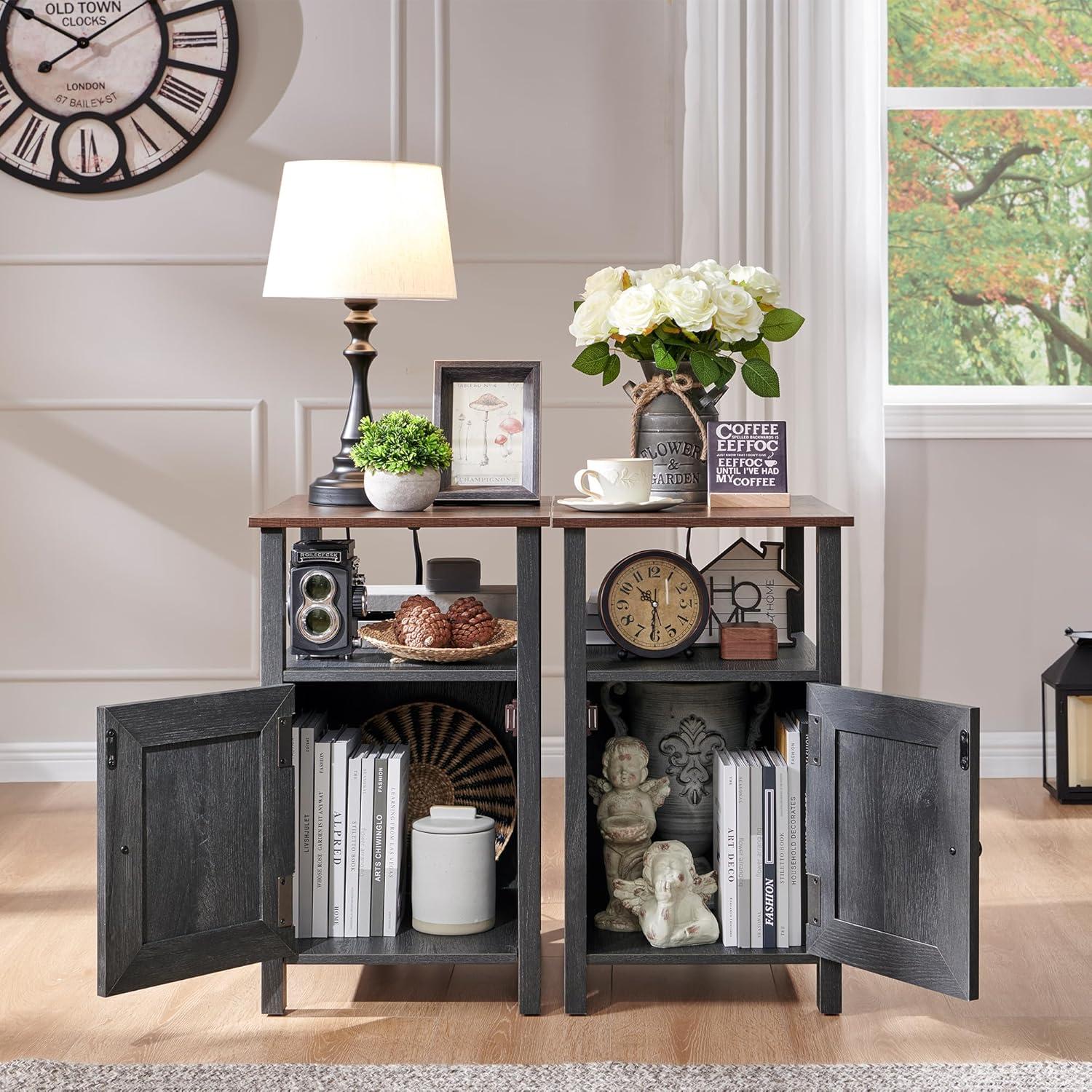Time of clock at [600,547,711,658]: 10:30
